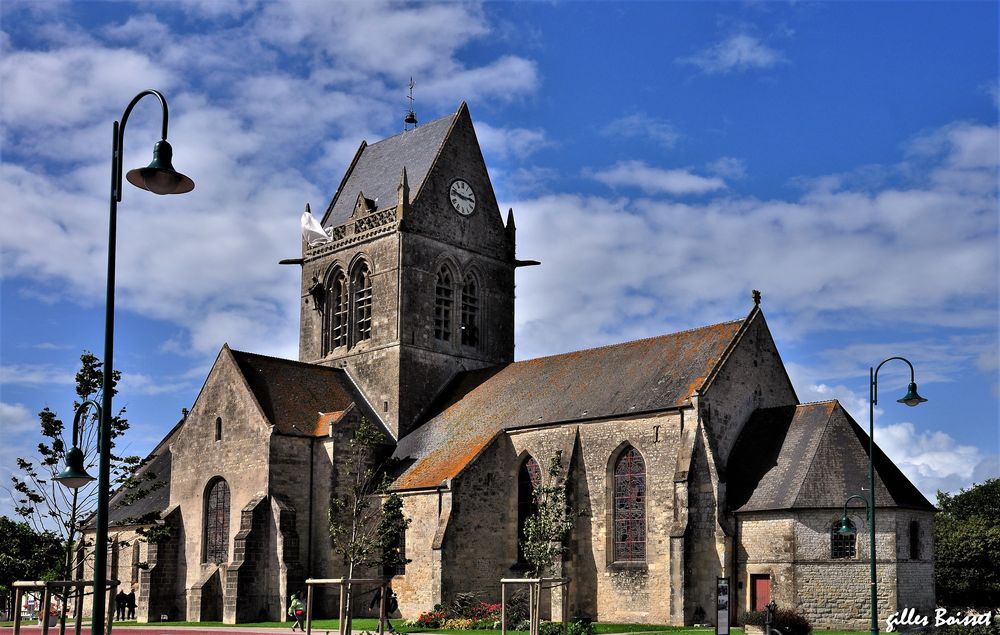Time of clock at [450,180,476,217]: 2:47
